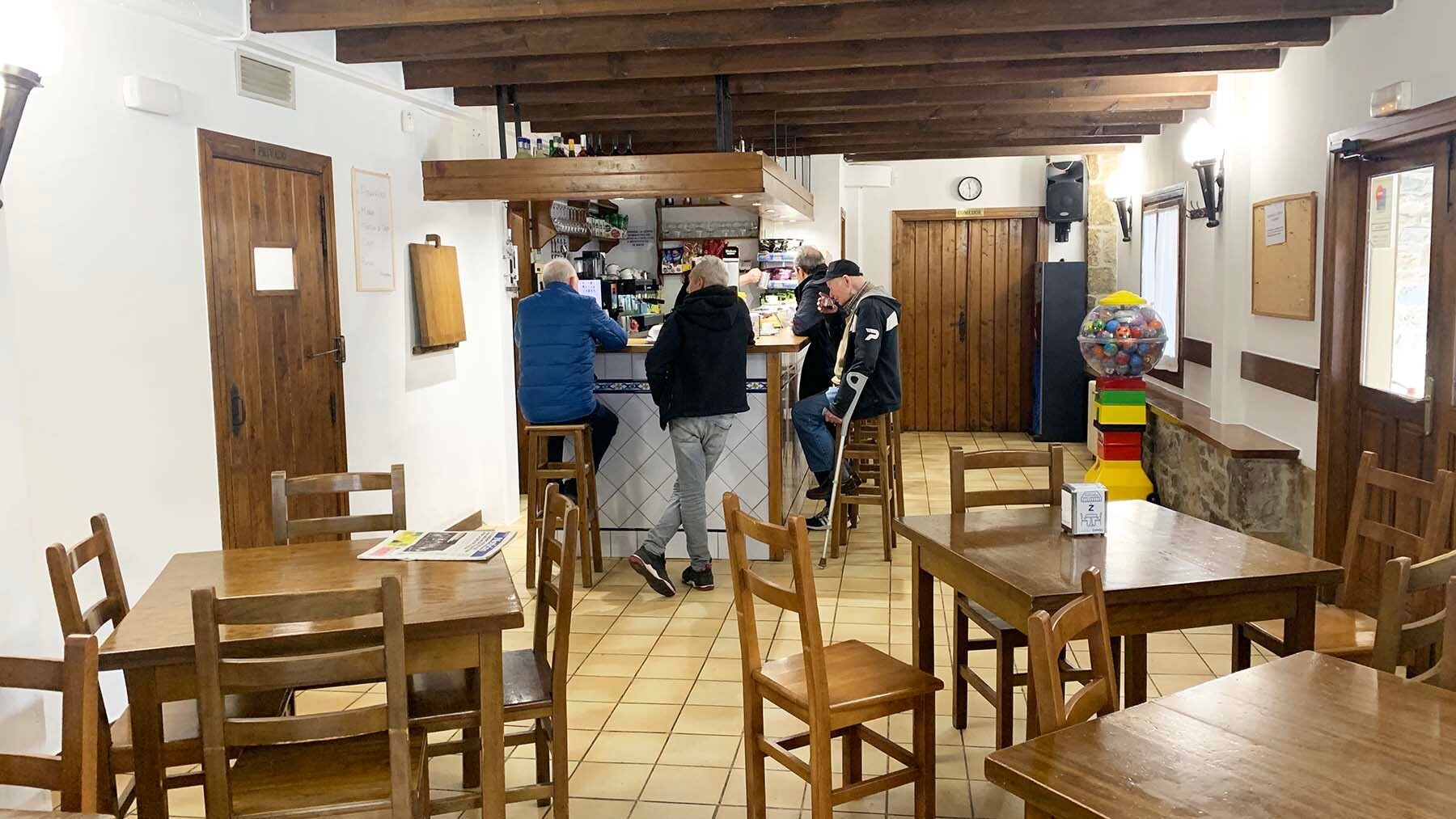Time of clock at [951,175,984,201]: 11:29
